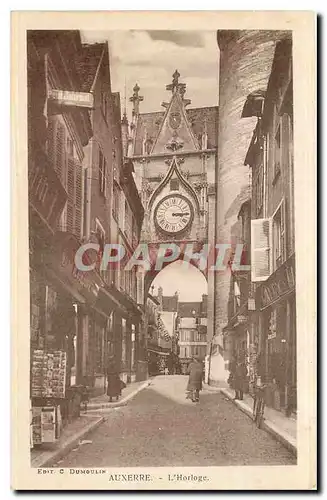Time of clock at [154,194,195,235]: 3:14
